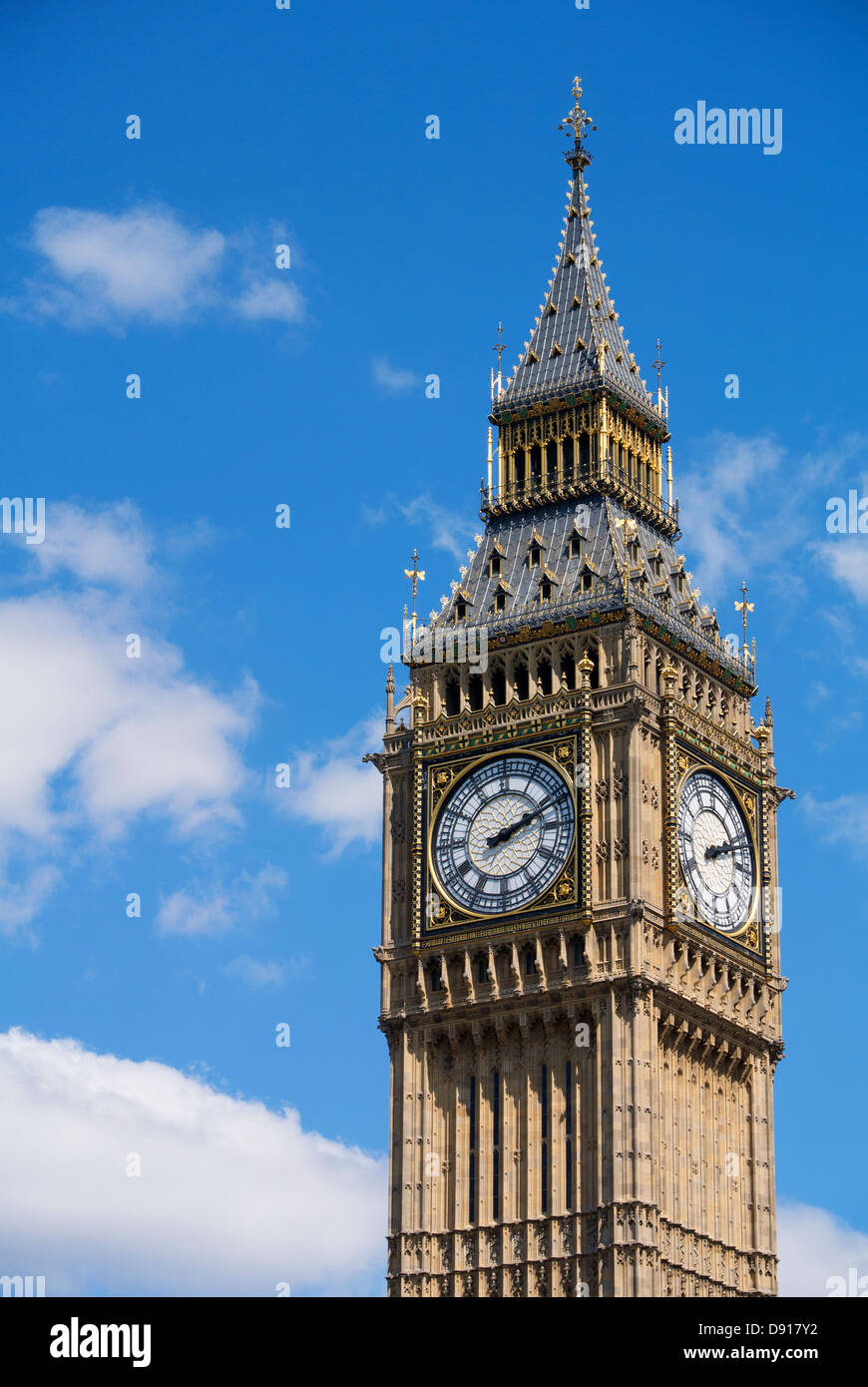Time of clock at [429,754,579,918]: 2:11
